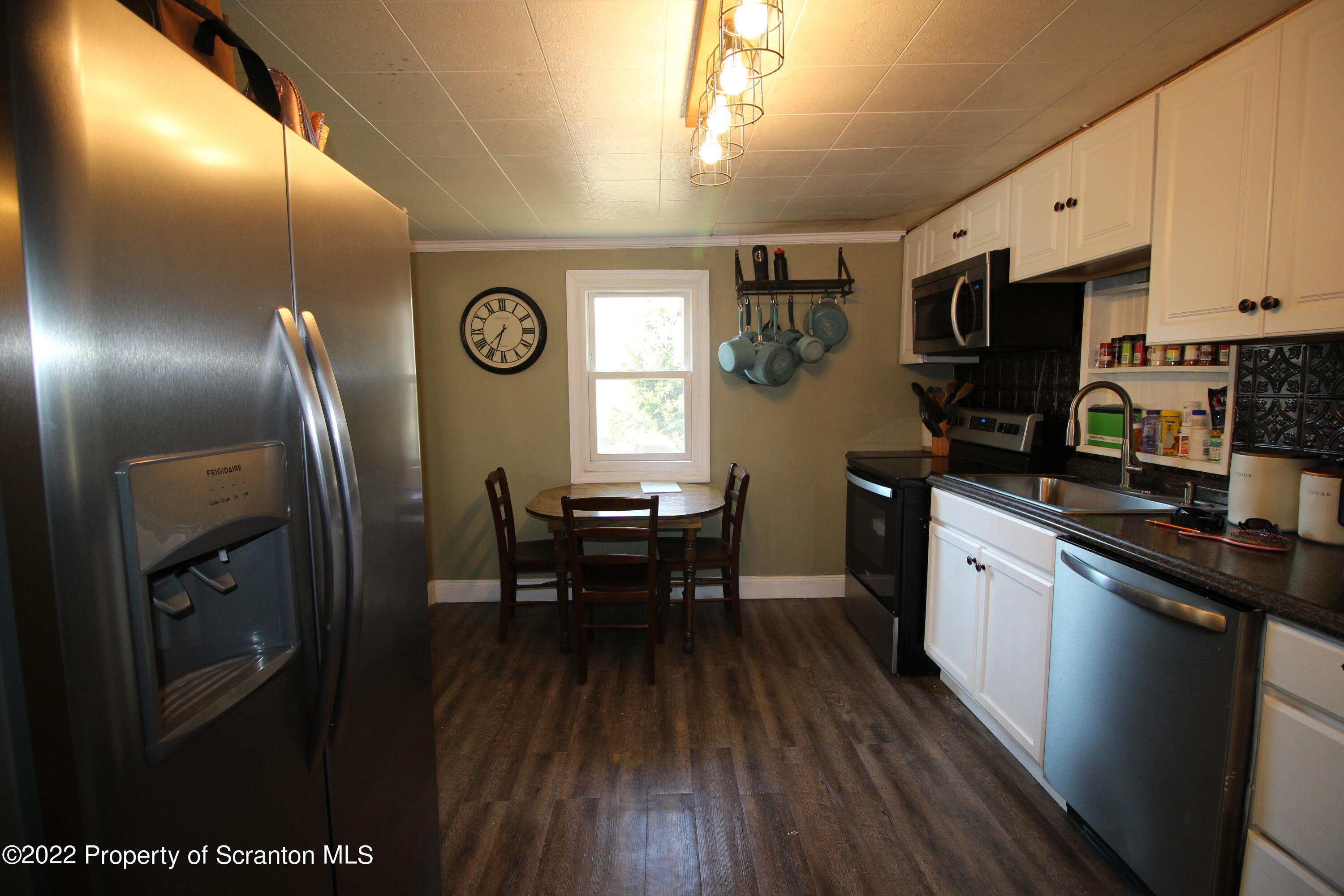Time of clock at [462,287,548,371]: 7:33
